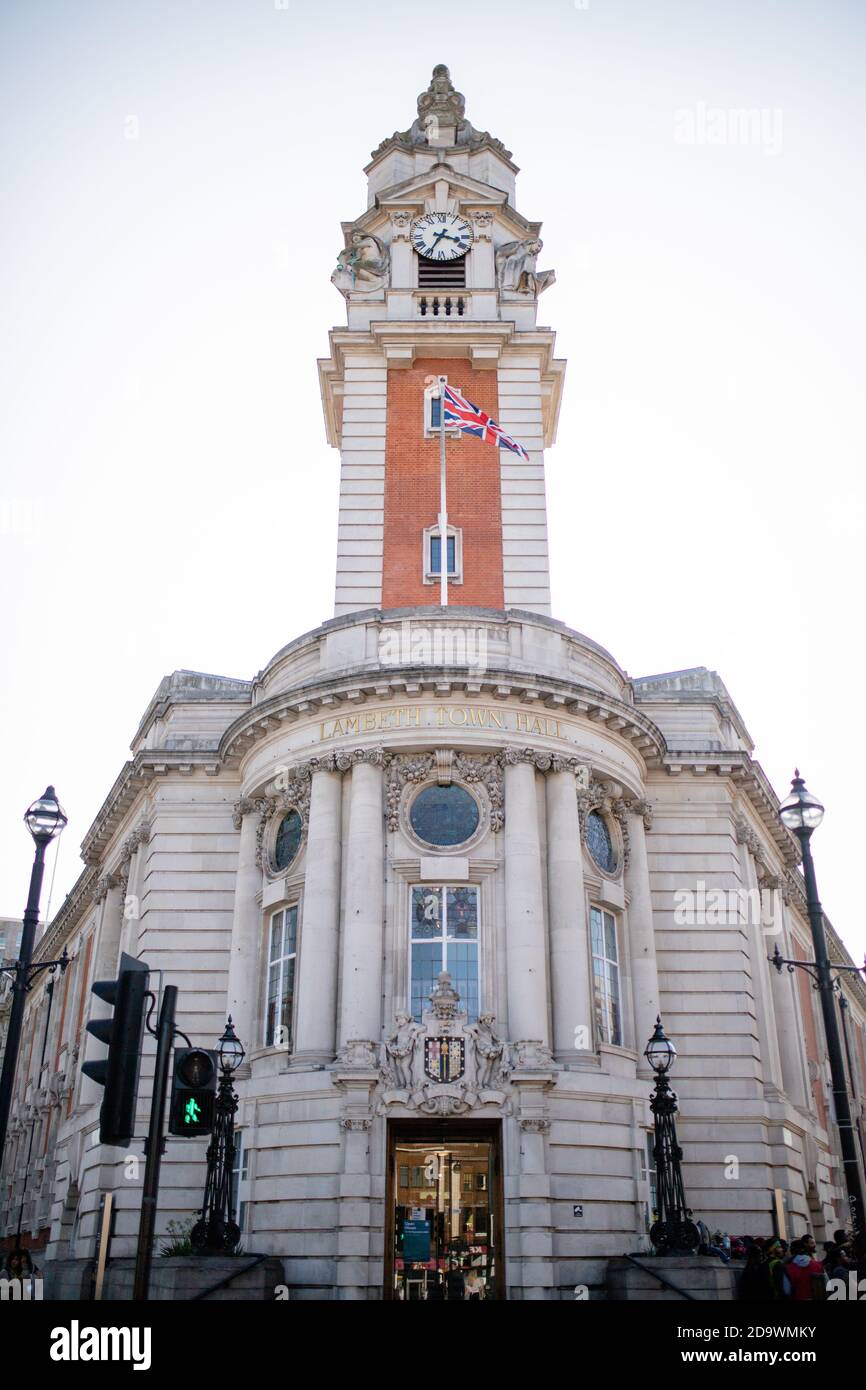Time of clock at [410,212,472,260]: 3:34
